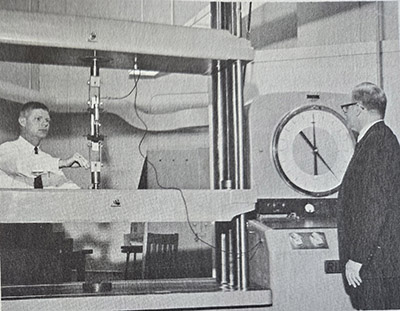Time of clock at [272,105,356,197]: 10:28
